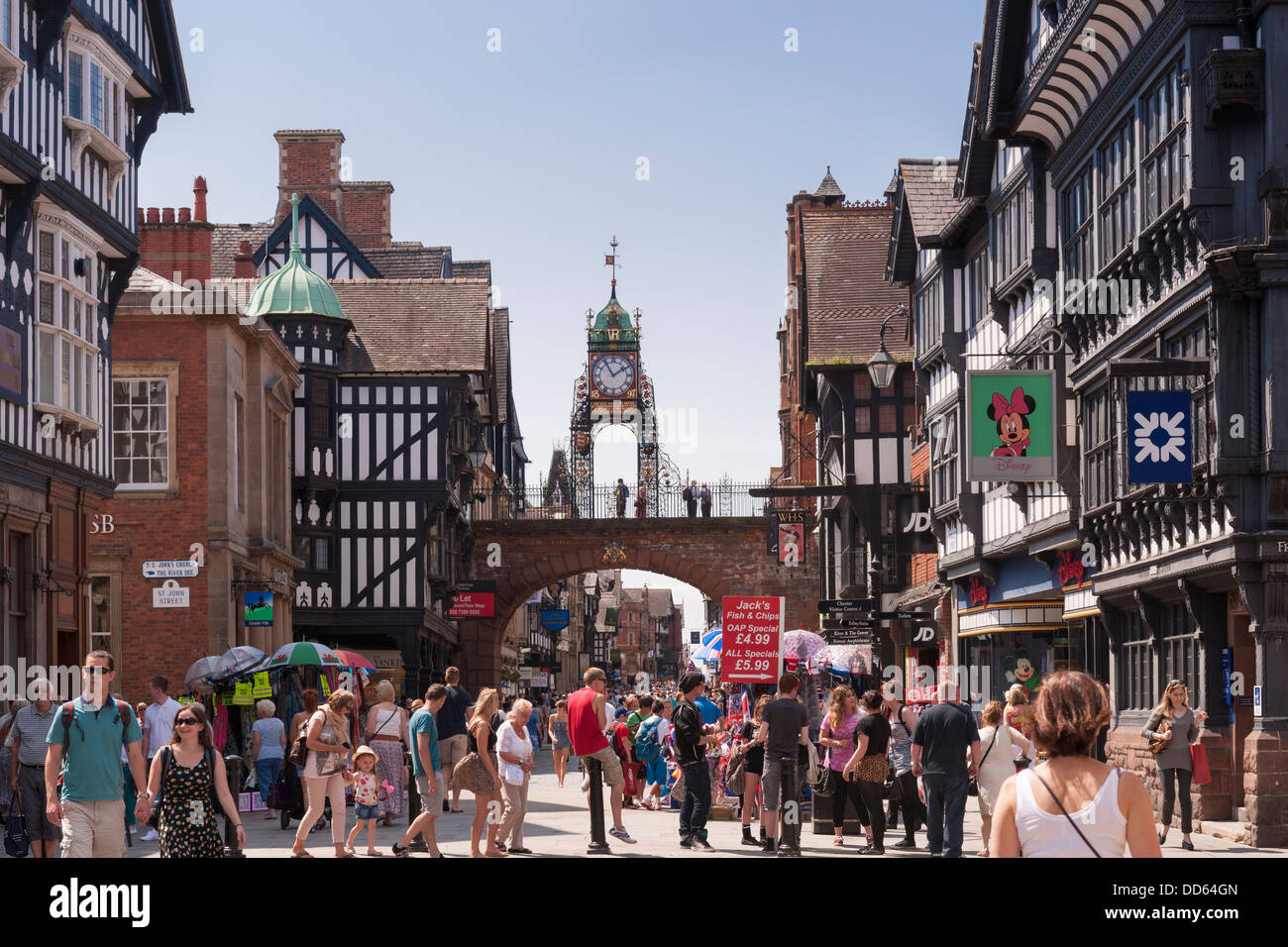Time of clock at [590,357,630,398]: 1:55
